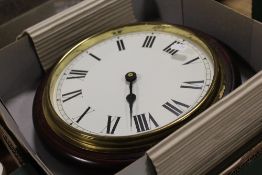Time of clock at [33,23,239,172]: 5:26
